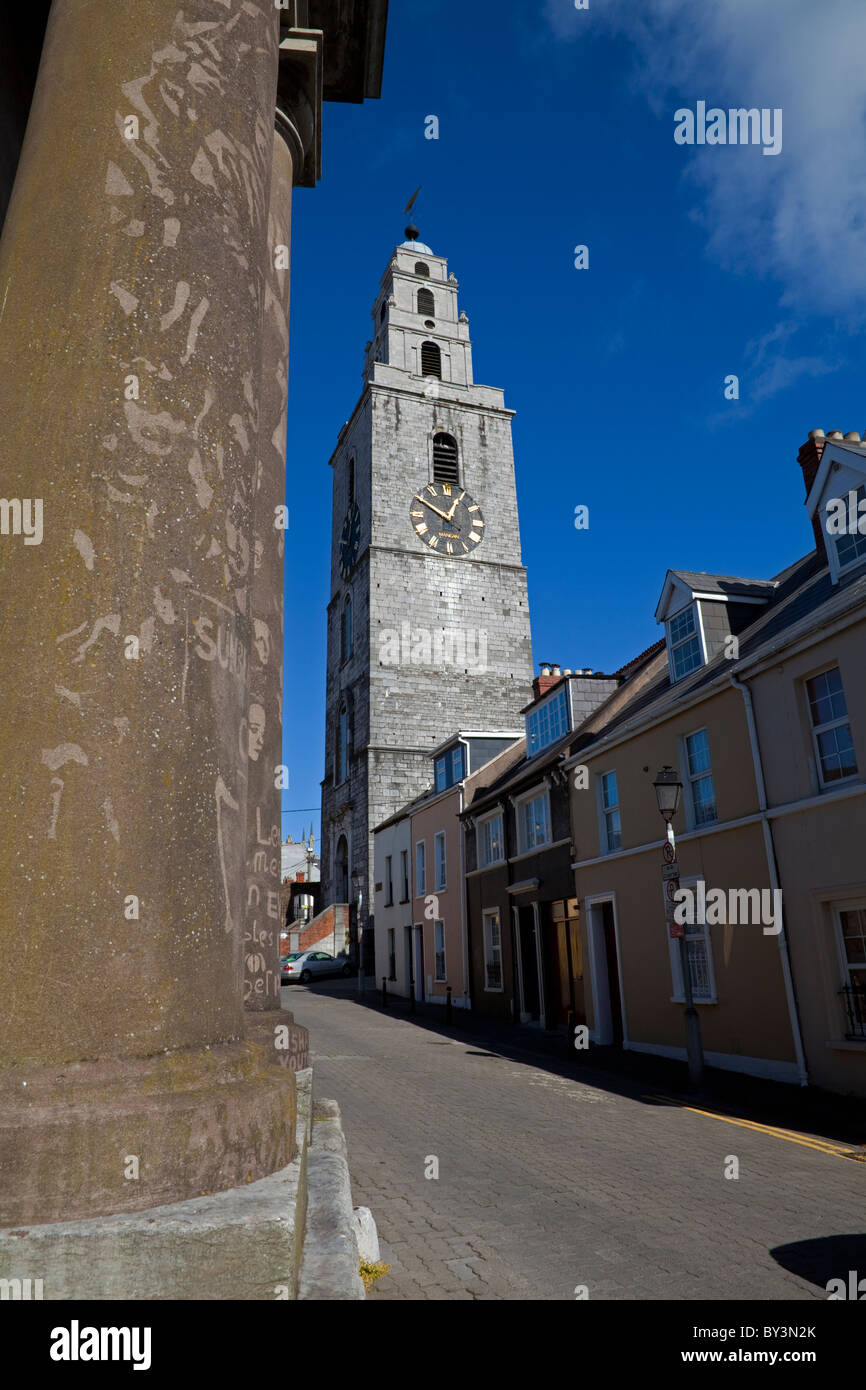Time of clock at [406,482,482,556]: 12:50
